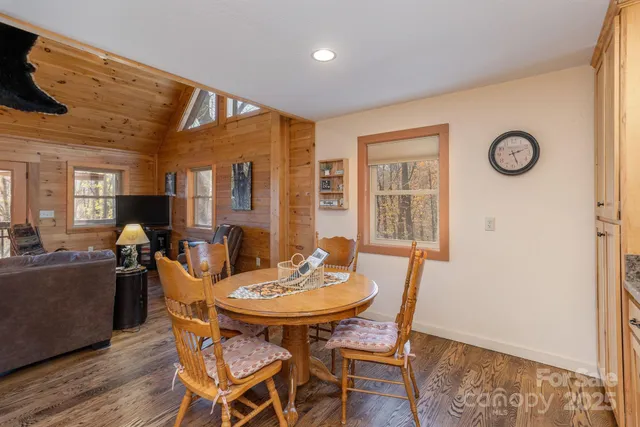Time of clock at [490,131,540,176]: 2:26
